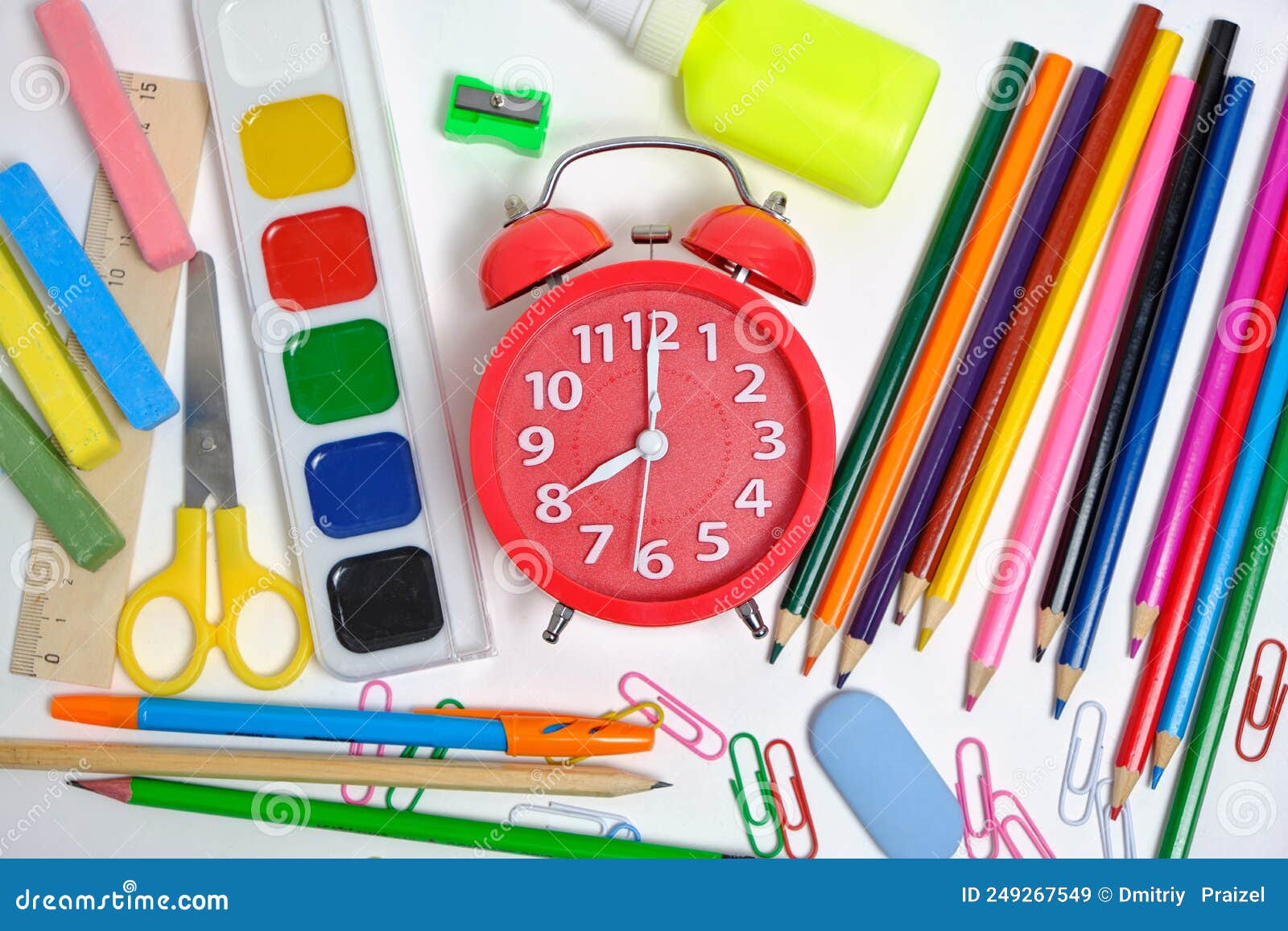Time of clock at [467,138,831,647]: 8:00
